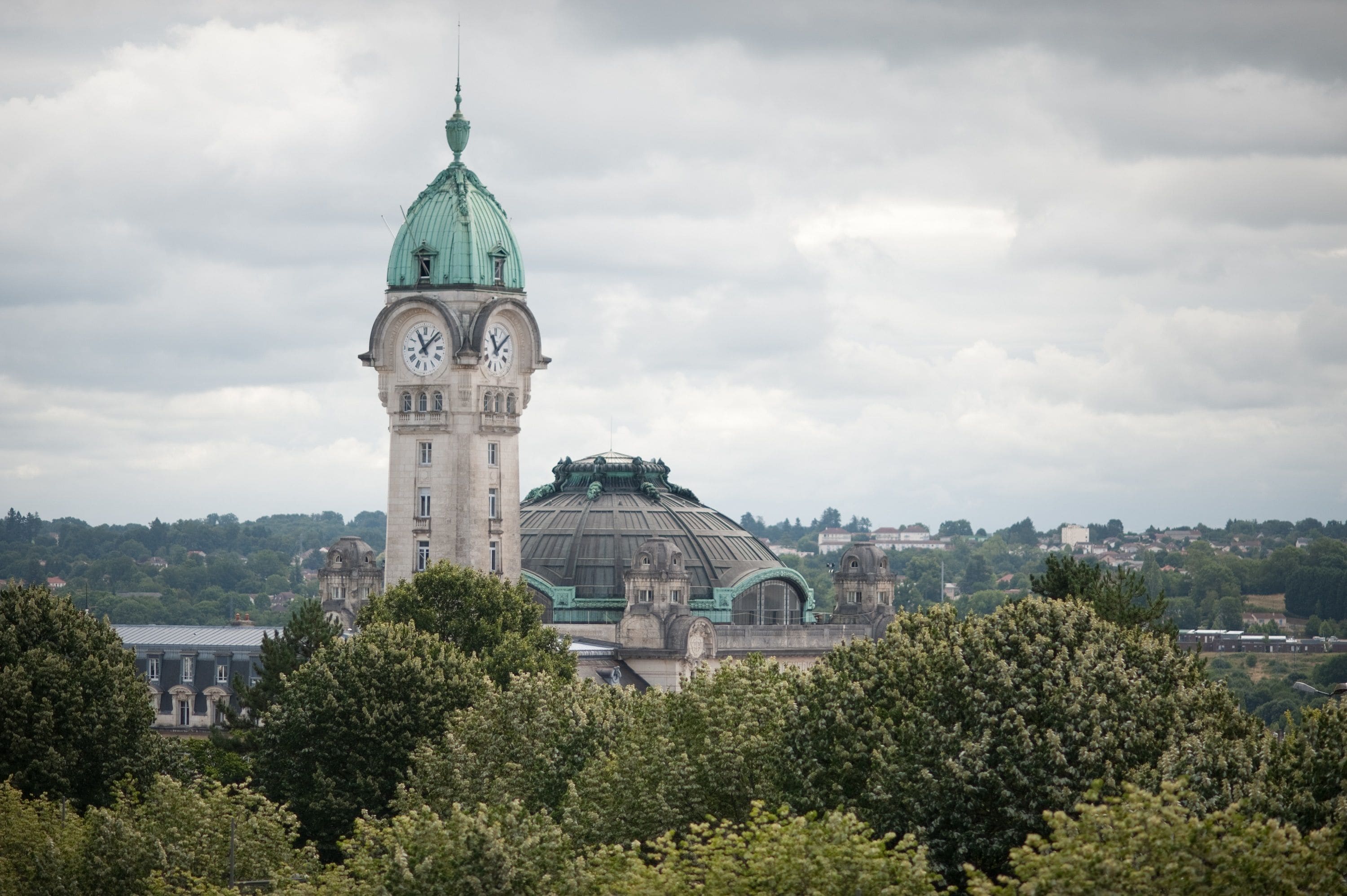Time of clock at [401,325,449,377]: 11:07
